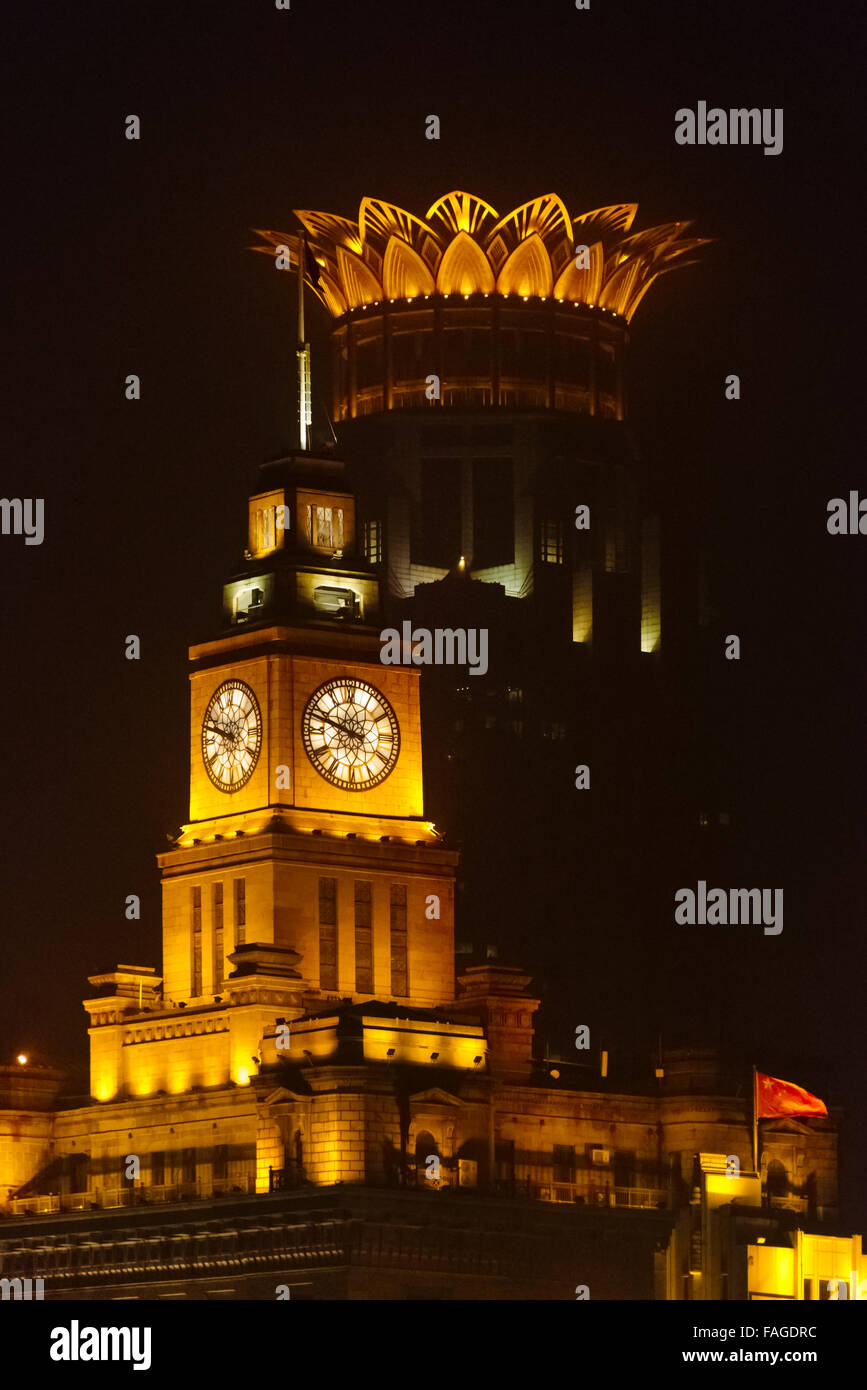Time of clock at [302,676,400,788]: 9:48
